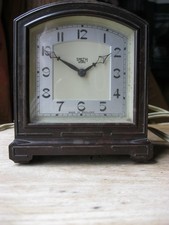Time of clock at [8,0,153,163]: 1:50
